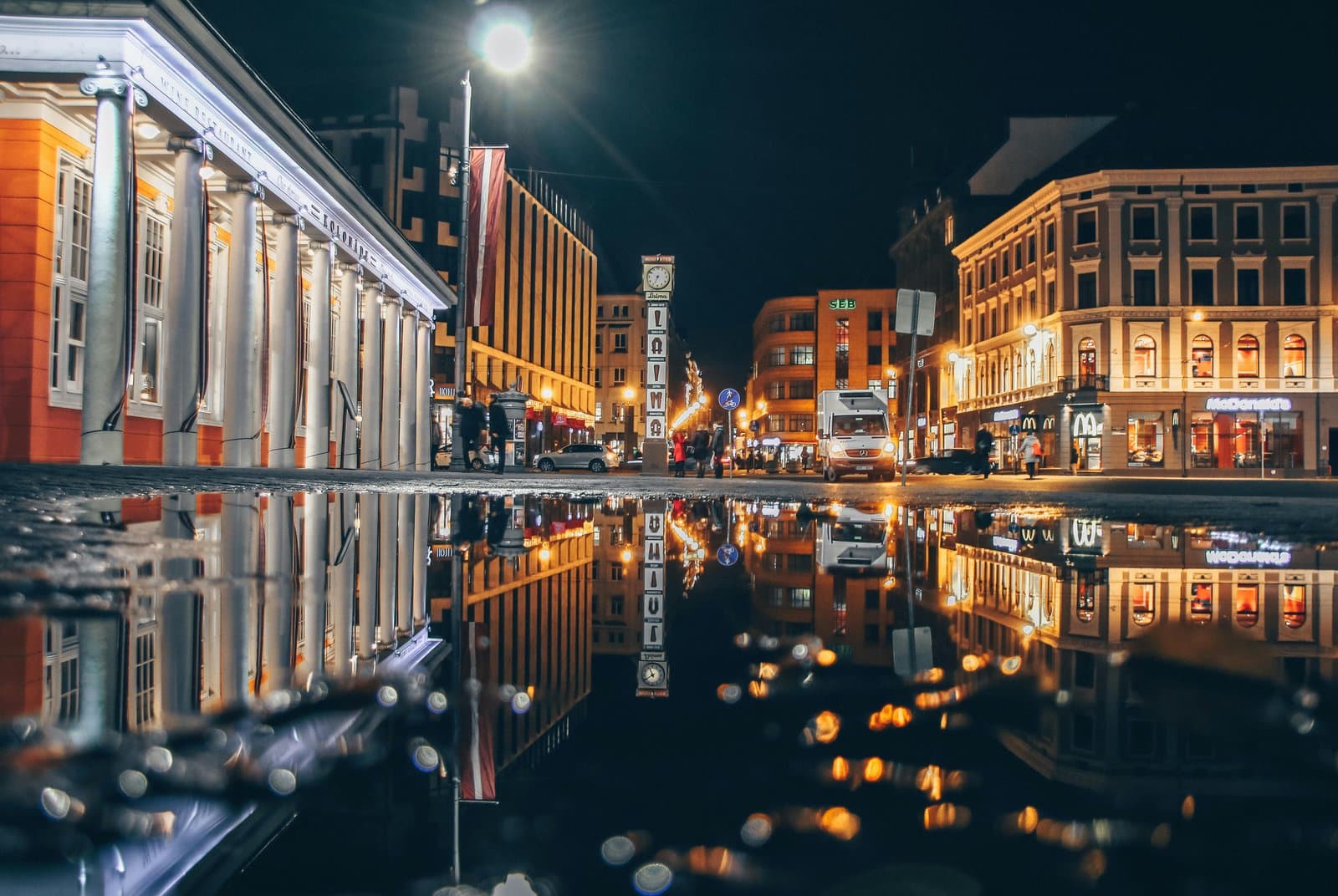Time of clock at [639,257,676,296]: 6:50
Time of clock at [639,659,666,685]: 7:56
